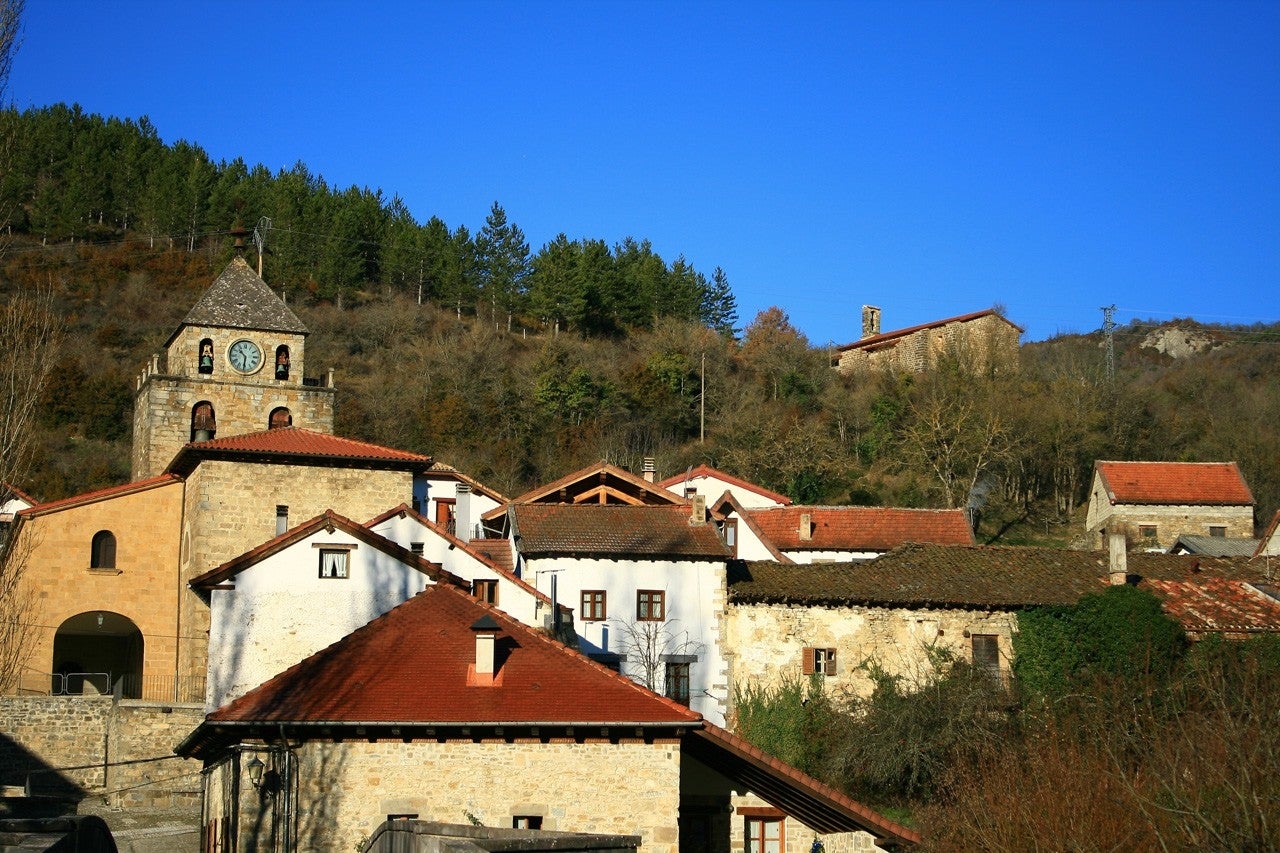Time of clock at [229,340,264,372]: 10:31
